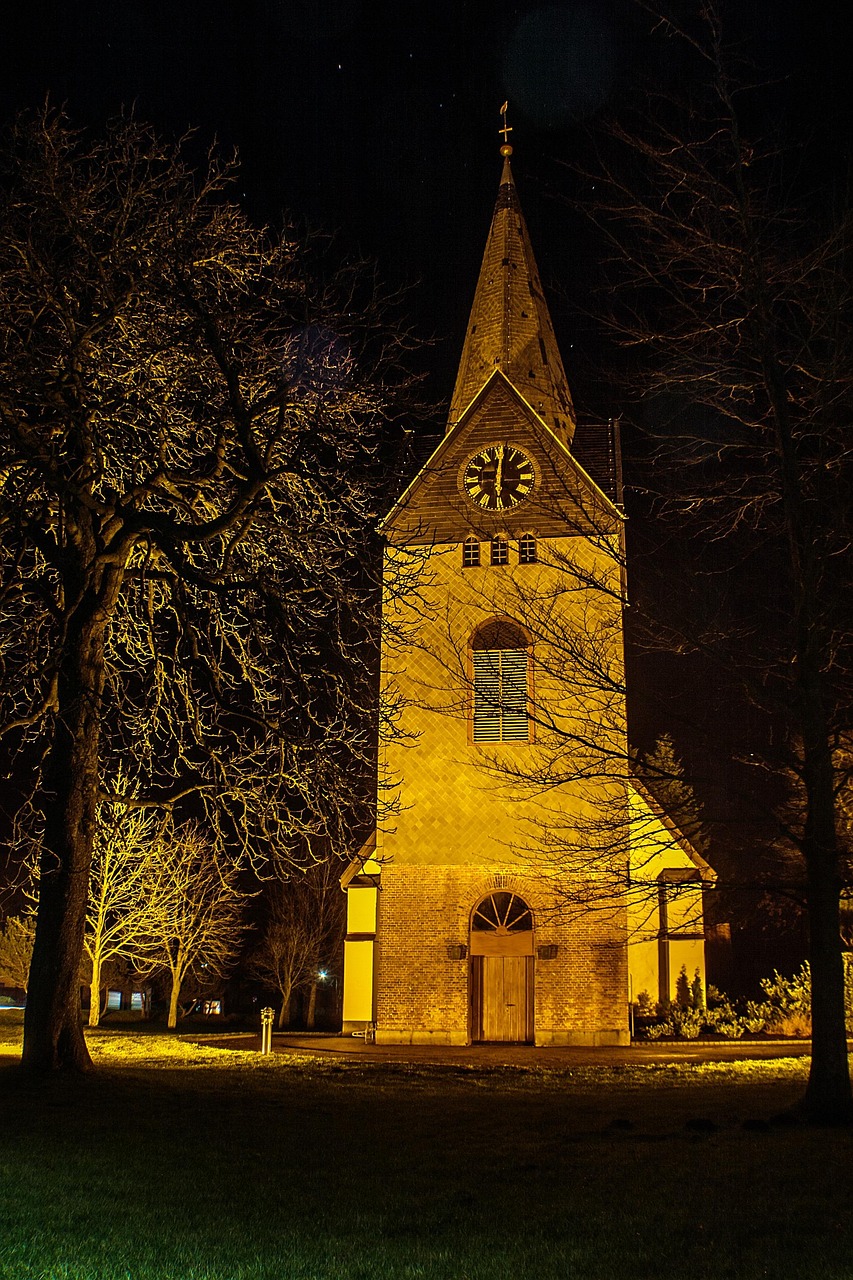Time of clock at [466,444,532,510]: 6:00
